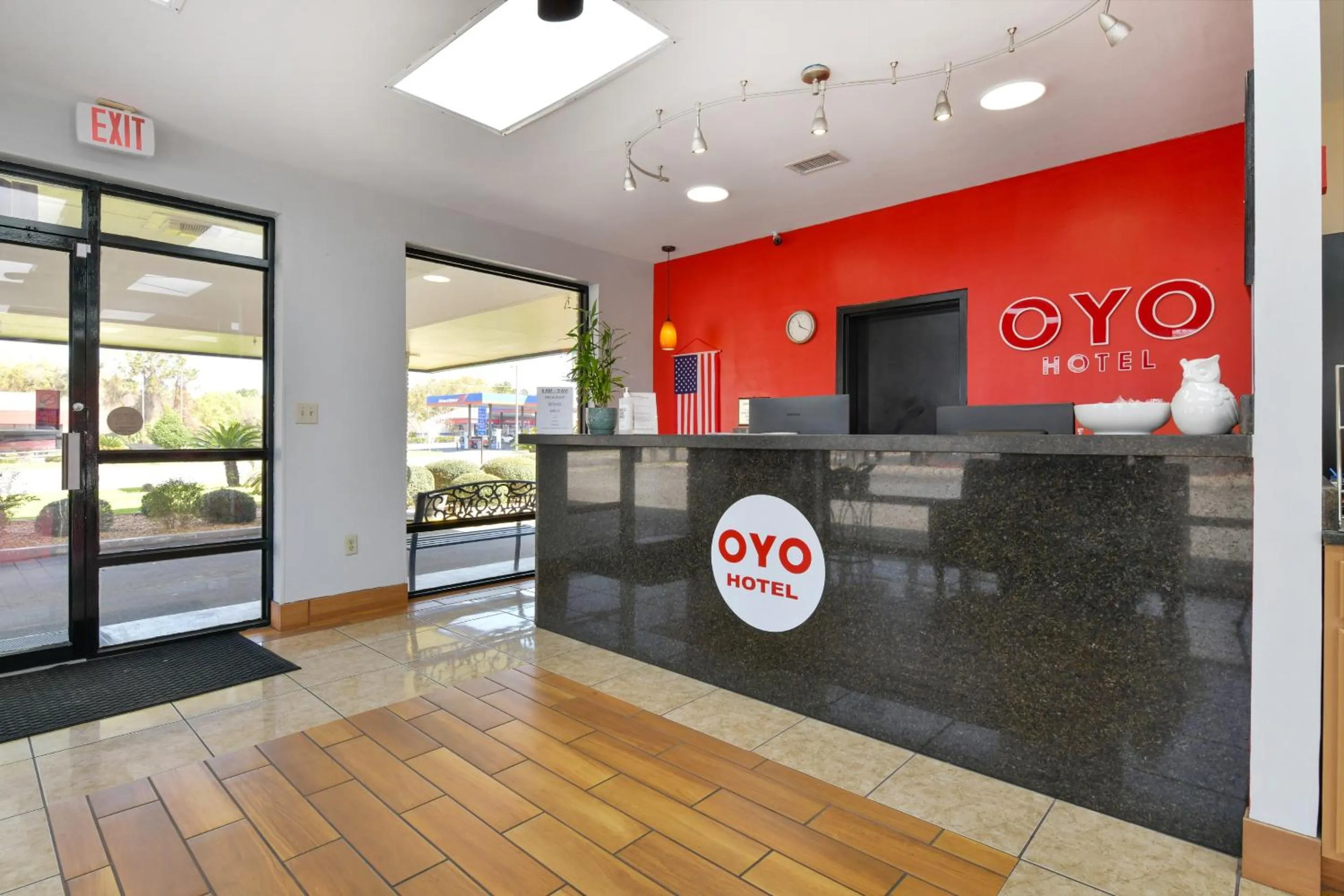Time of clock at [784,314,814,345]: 11:19
